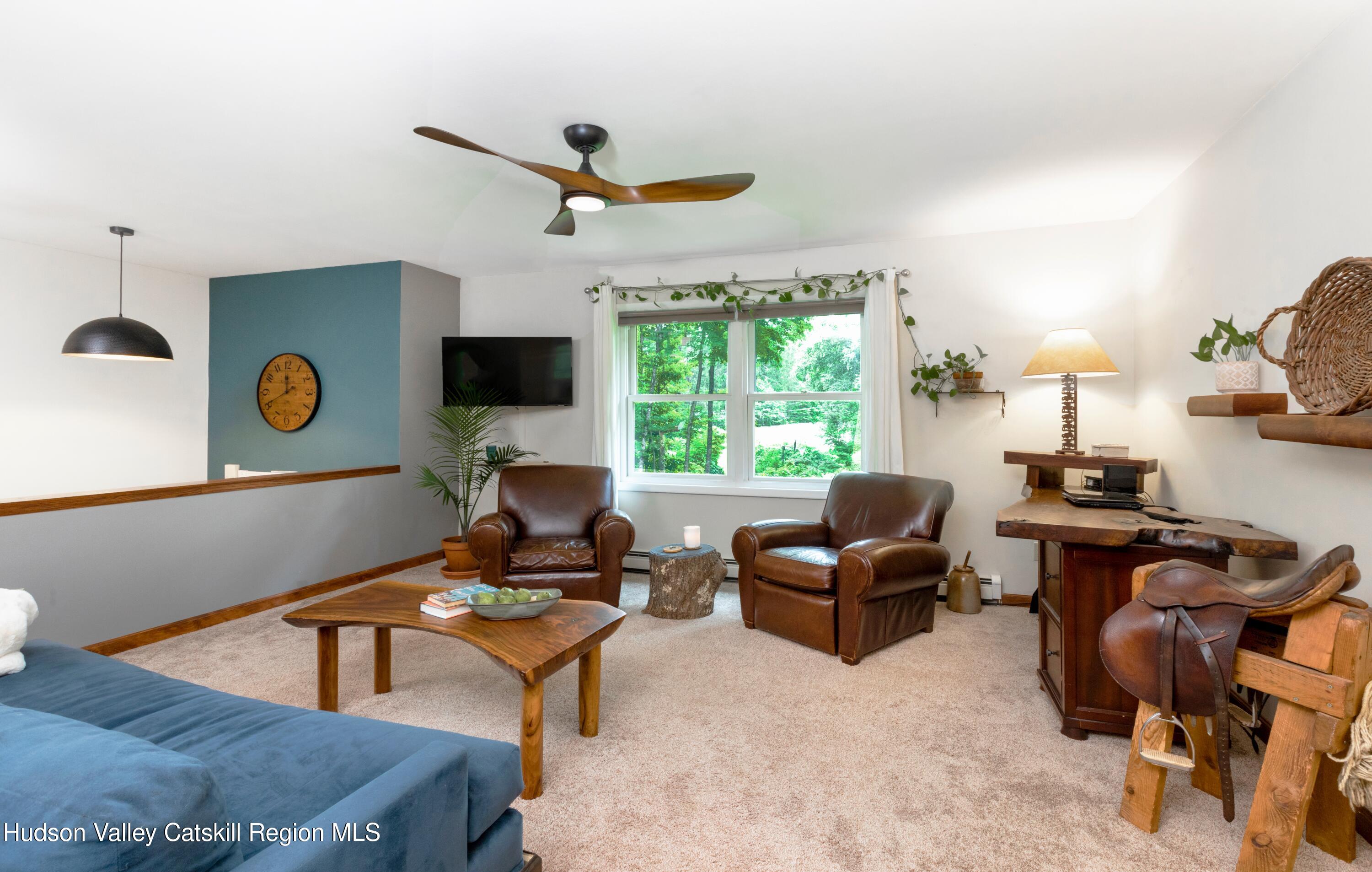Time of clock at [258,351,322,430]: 11:40
